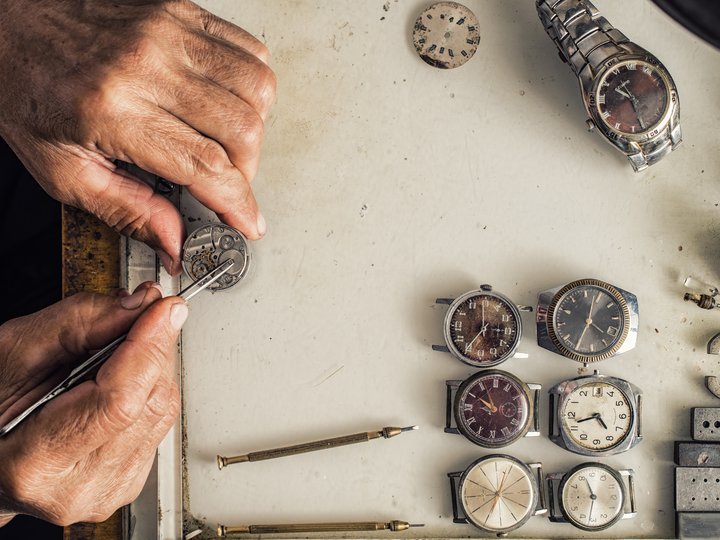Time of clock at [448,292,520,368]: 2:58
